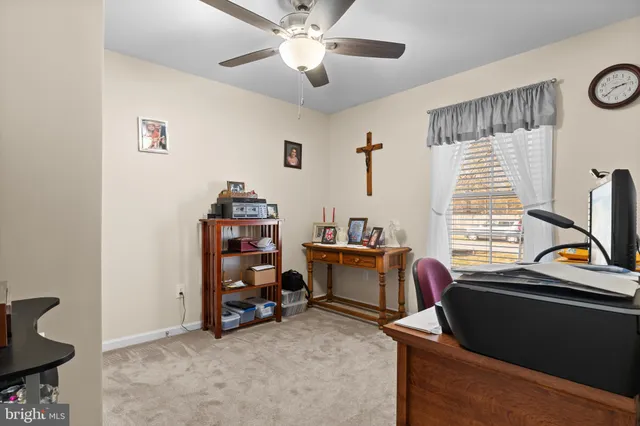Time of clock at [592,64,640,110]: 2:38
